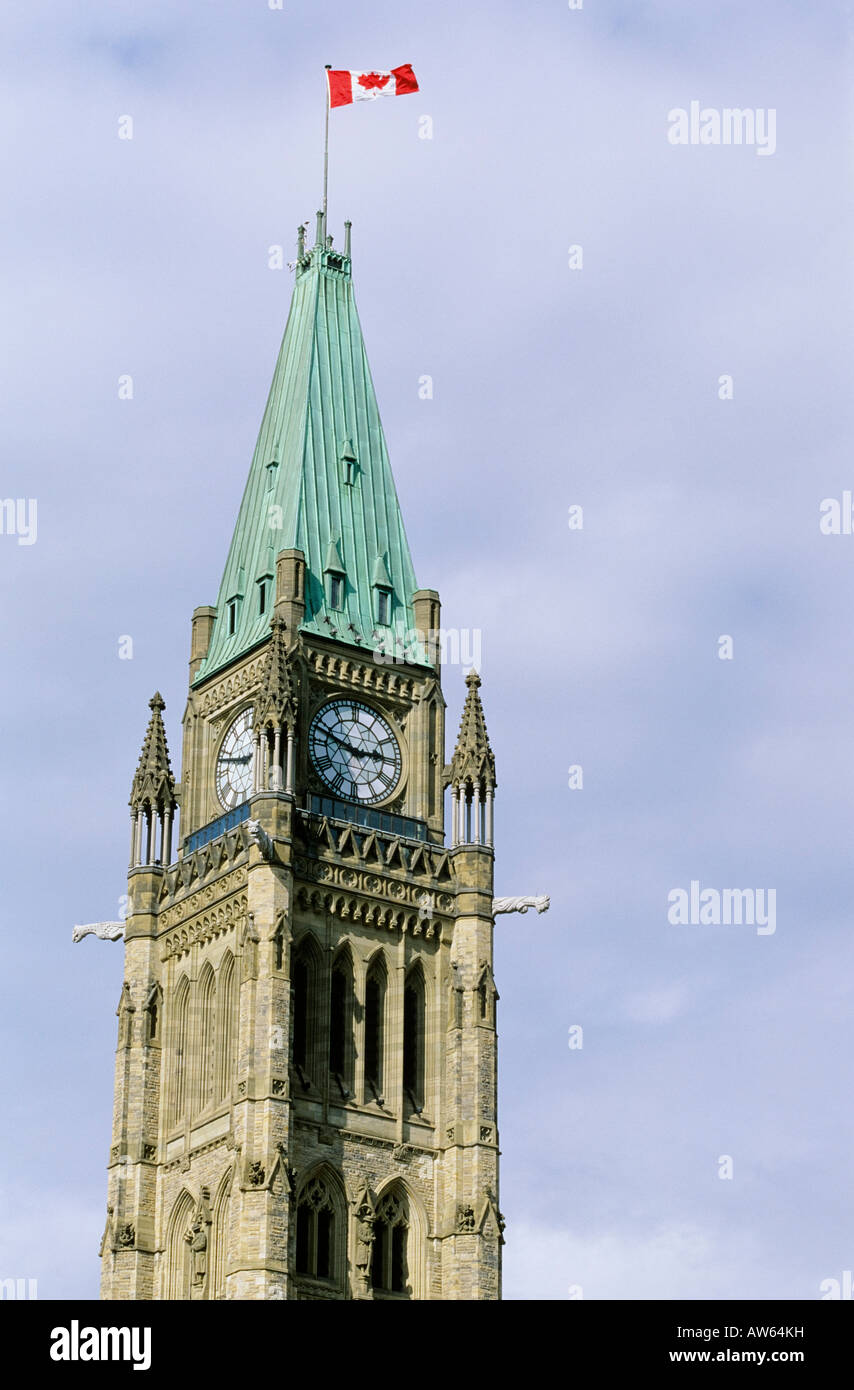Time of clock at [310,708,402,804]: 2:48
